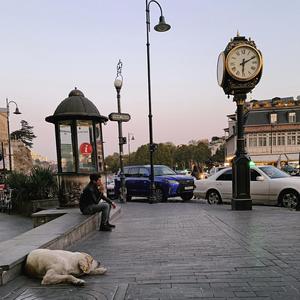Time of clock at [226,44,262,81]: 6:10
